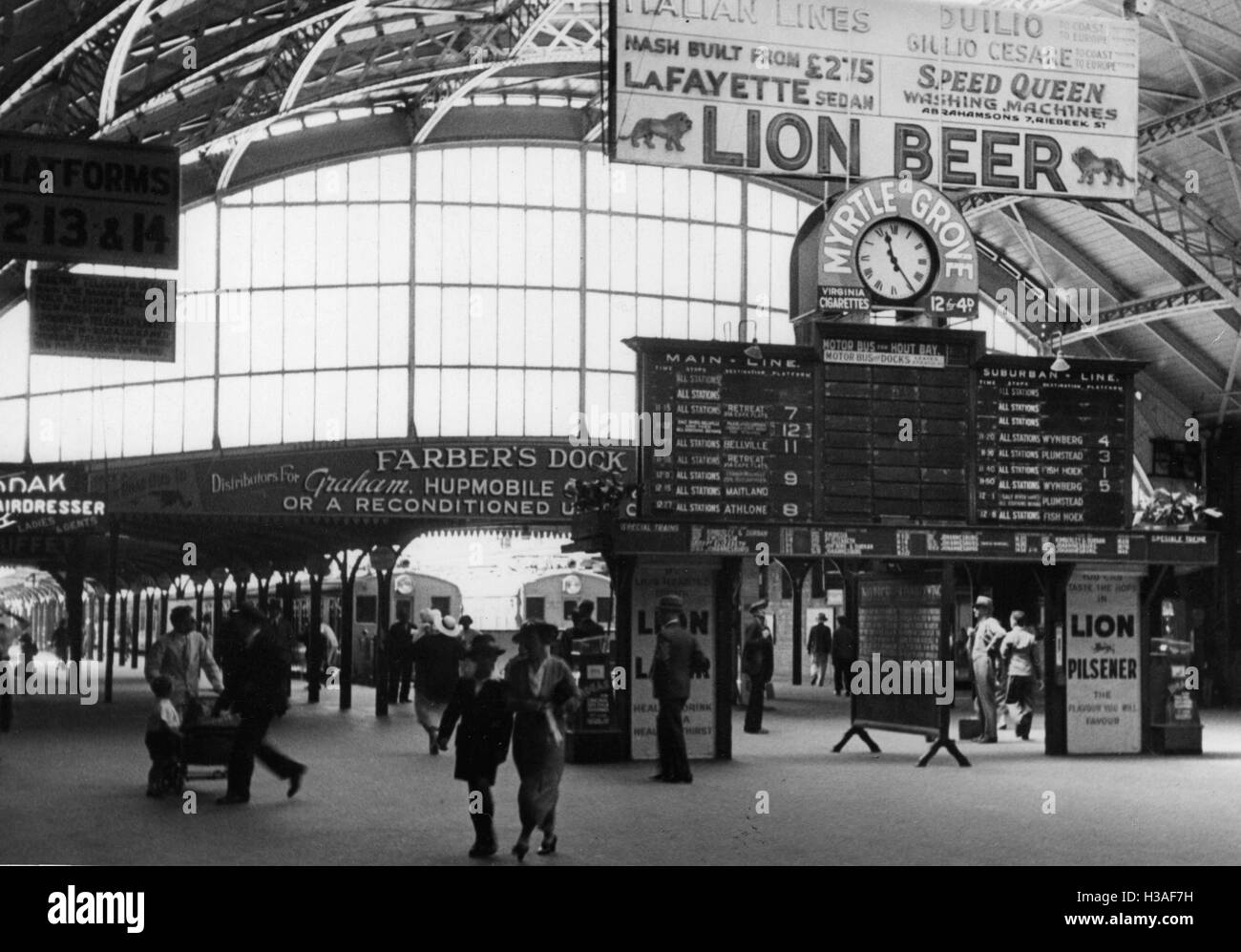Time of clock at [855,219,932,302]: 11:24
